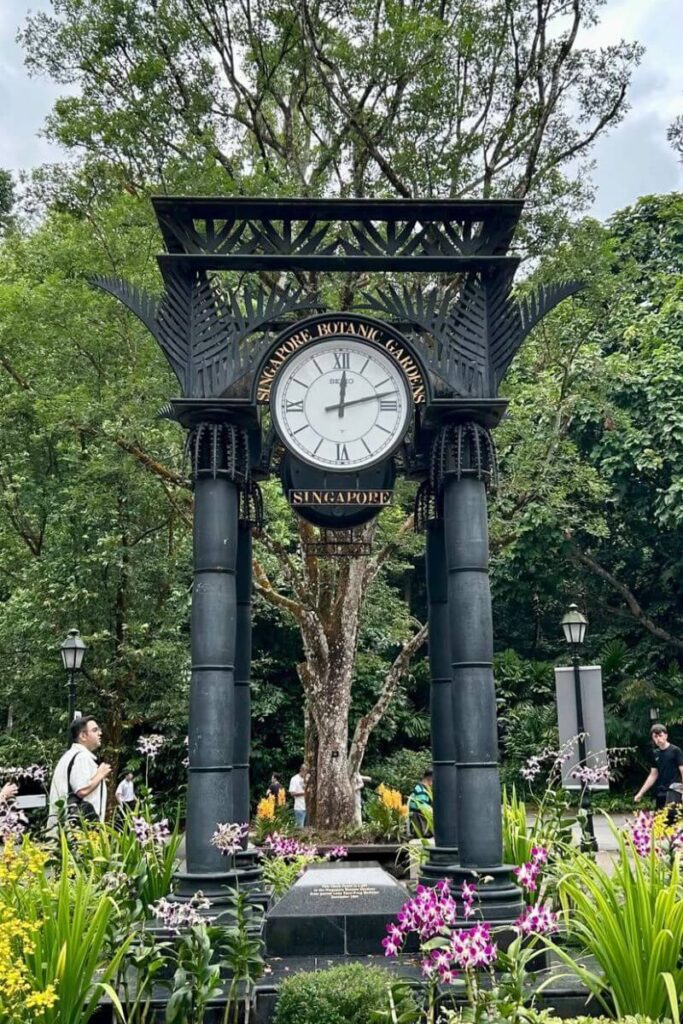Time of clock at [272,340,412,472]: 12:12
